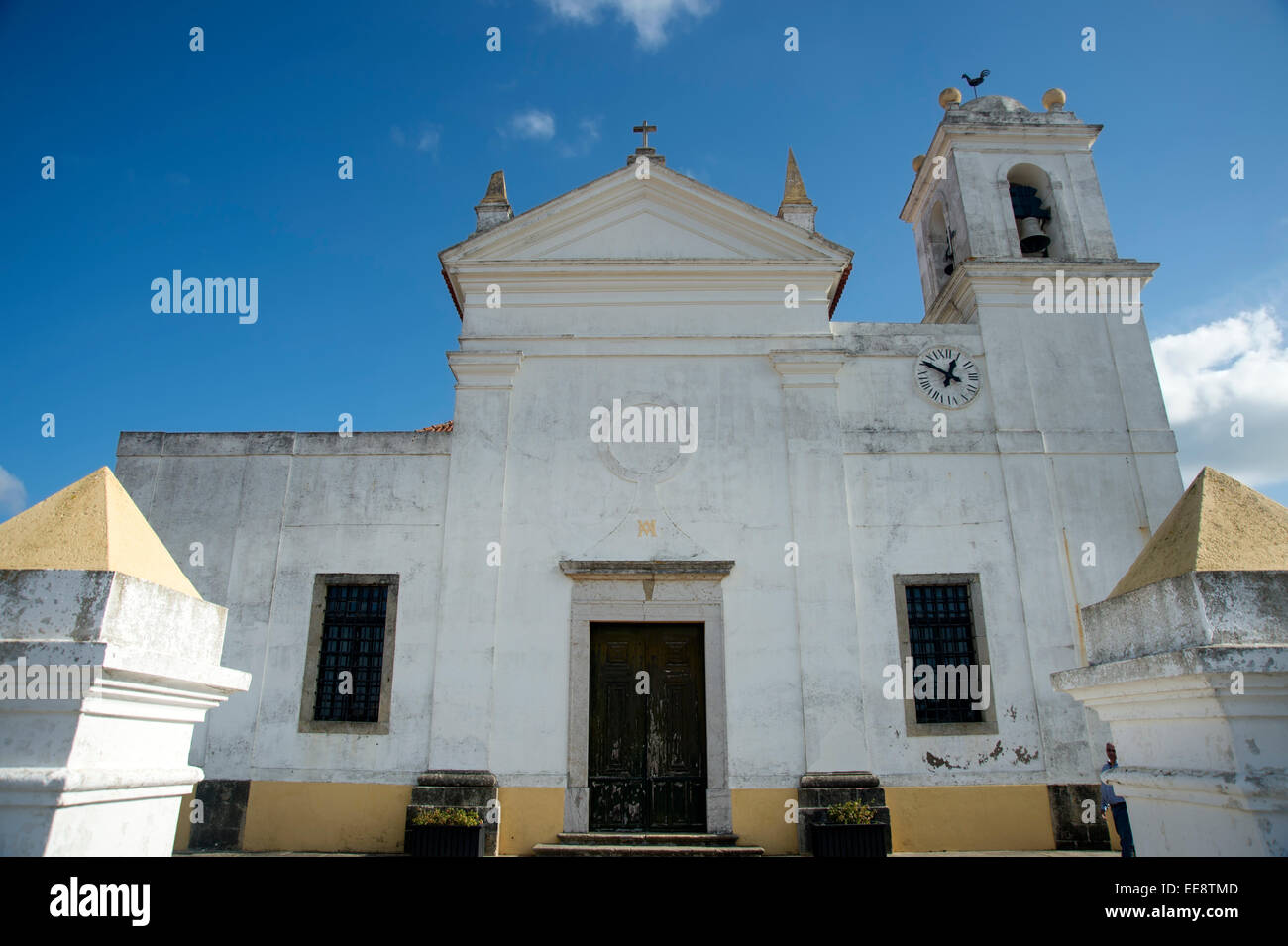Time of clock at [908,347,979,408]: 12:49
